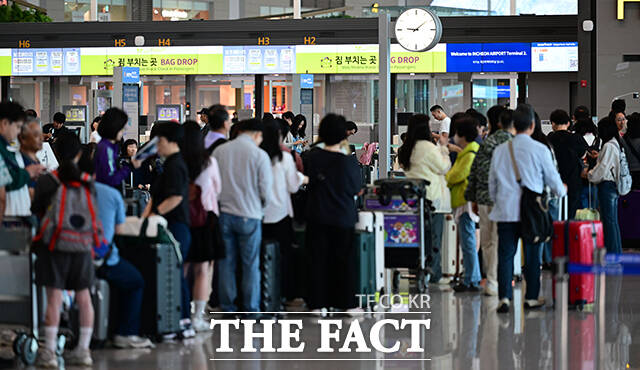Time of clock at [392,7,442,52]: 9:08
